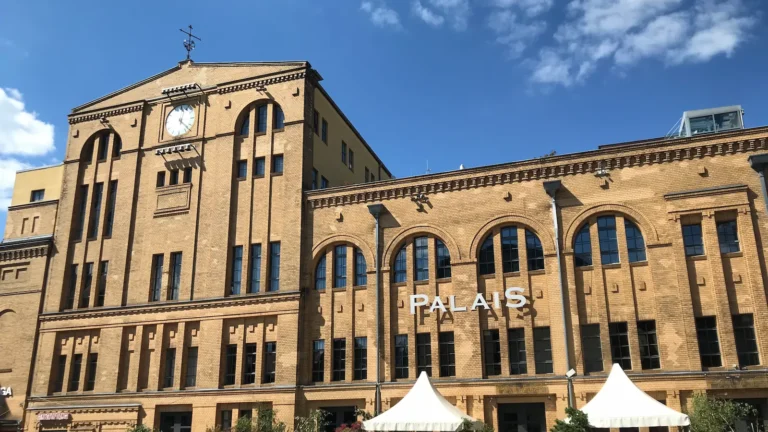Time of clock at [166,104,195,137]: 12:22
